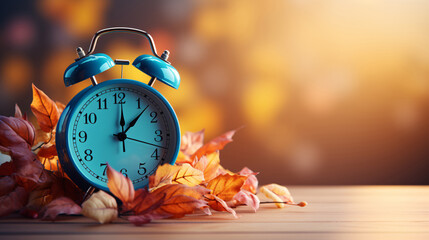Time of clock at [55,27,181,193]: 12:07
